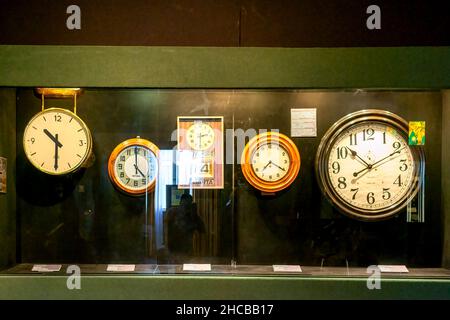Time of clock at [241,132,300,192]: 7:20
